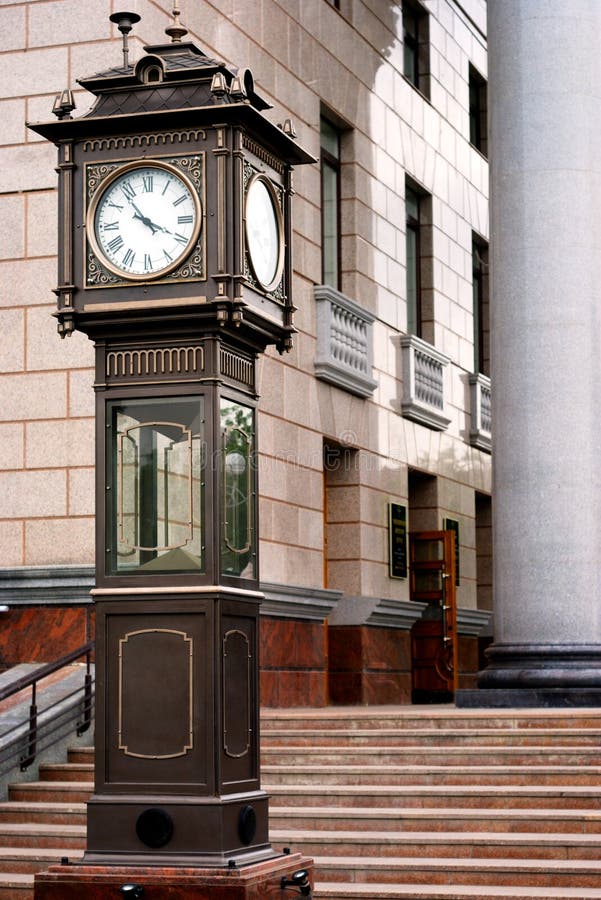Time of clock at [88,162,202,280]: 3:53
